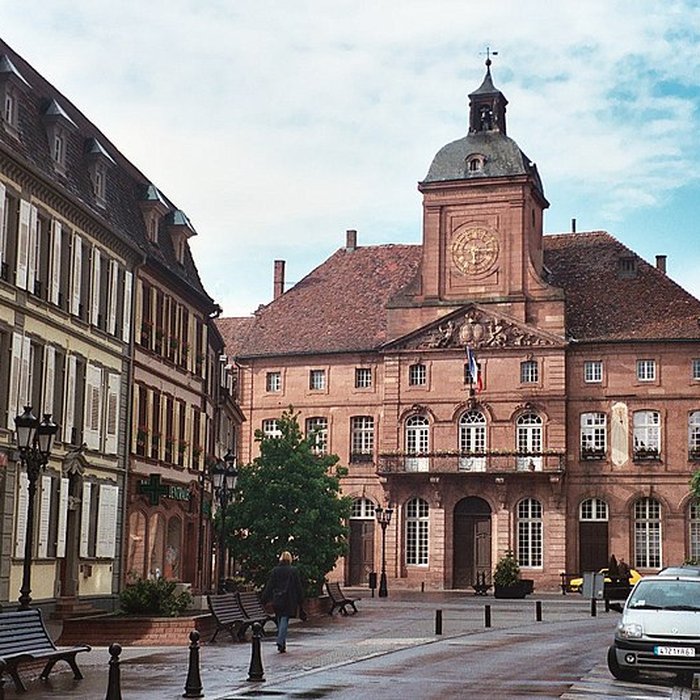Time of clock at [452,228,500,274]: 6:14
